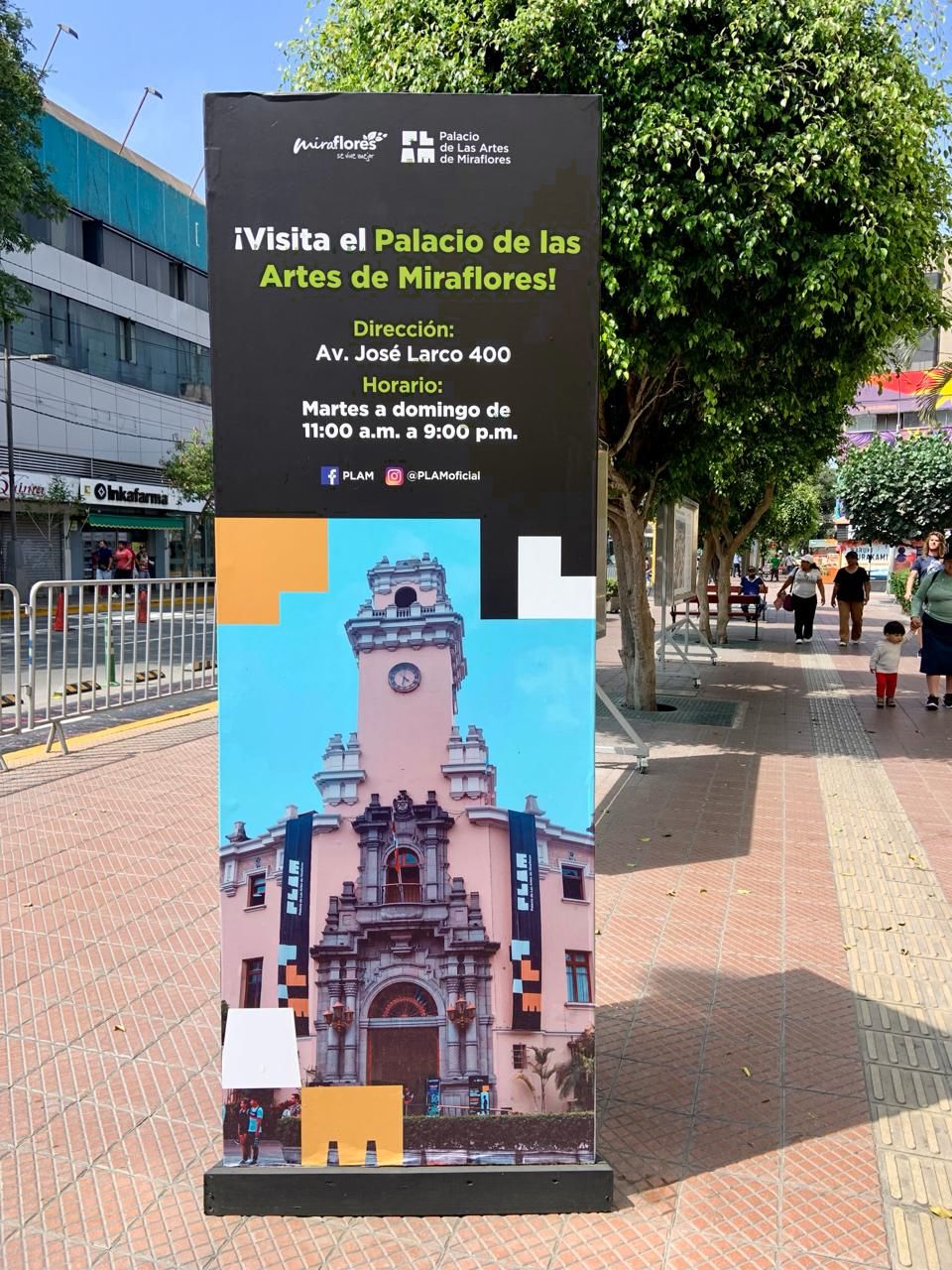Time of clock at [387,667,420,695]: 4:31
